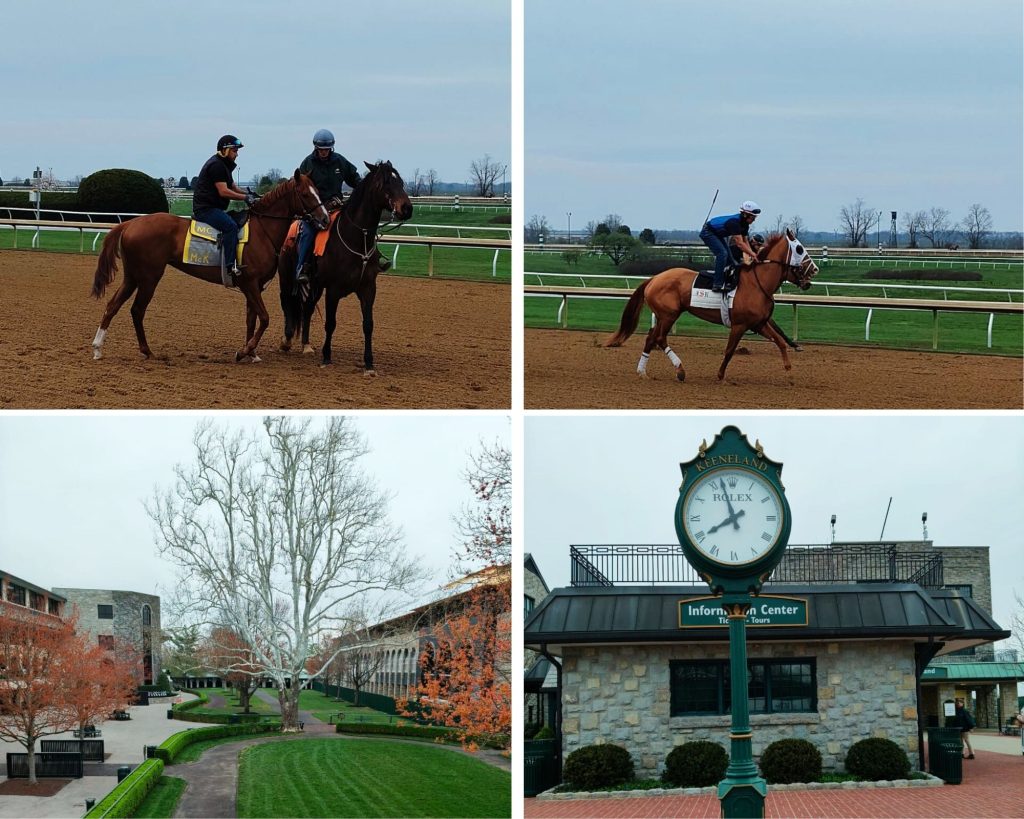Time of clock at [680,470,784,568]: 7:57
